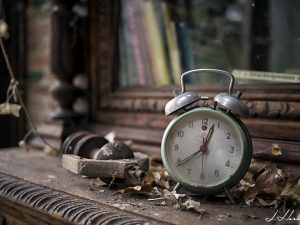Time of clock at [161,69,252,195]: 12:38
